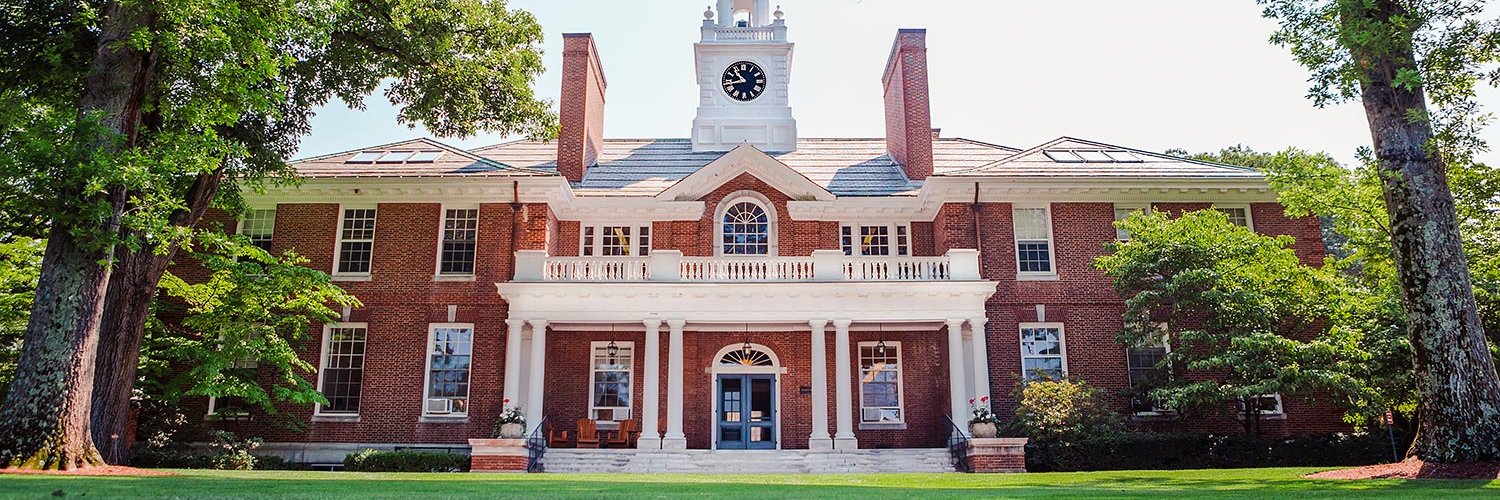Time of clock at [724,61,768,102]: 10:42
